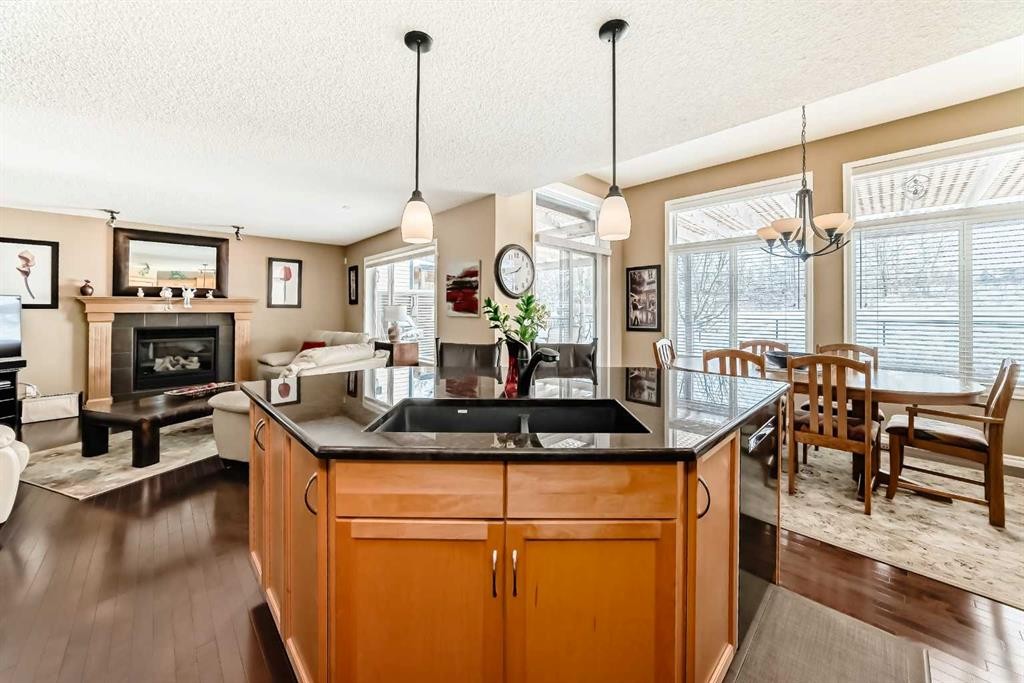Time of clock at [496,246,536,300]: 1:42
